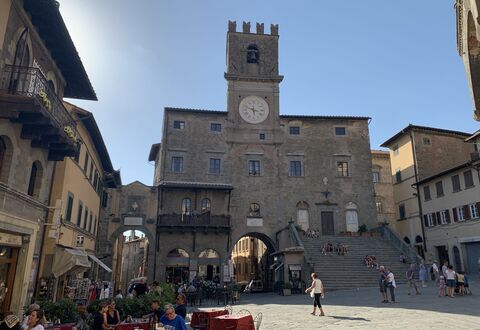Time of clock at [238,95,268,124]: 5:48
